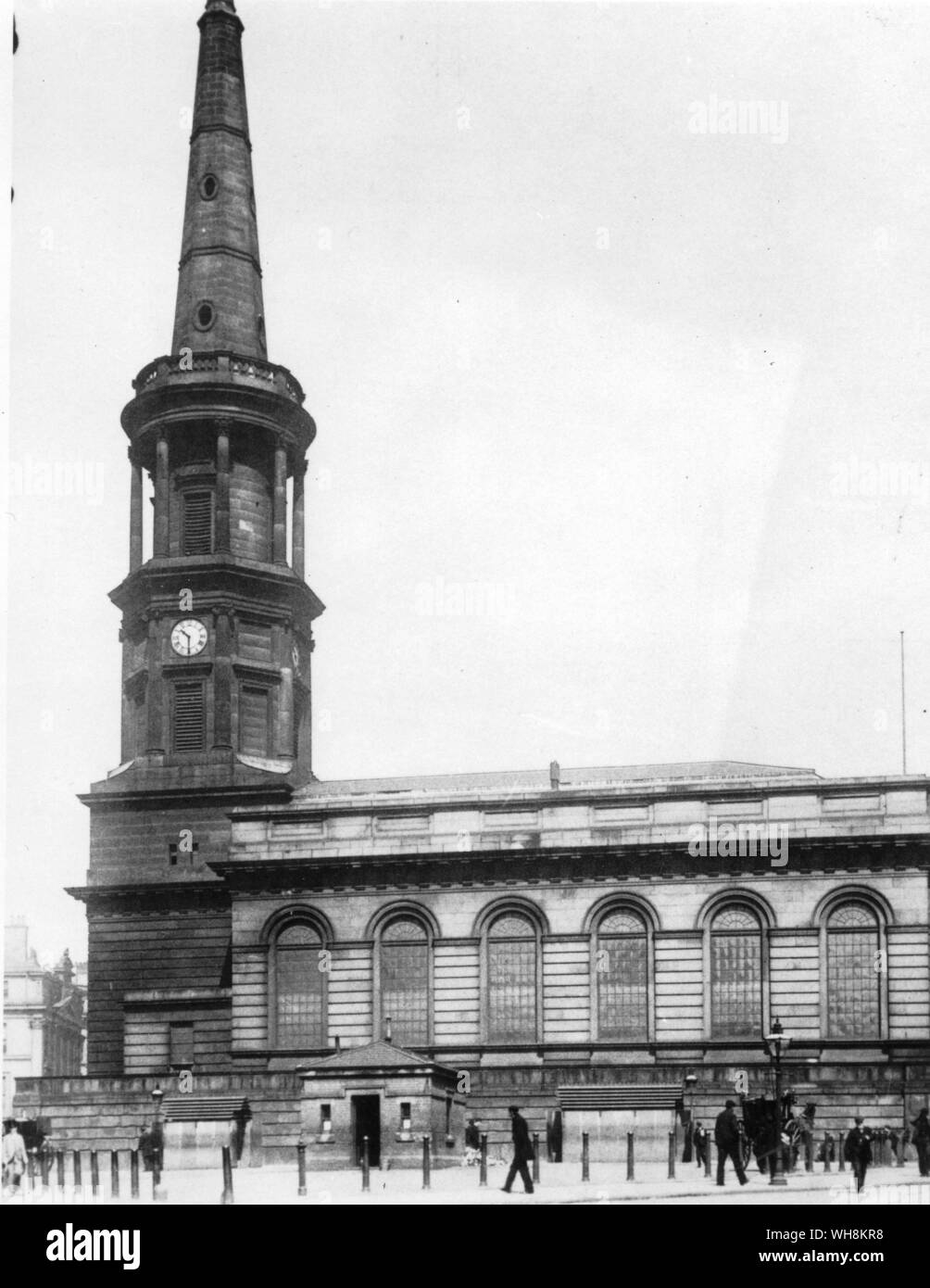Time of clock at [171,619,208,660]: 10:30
